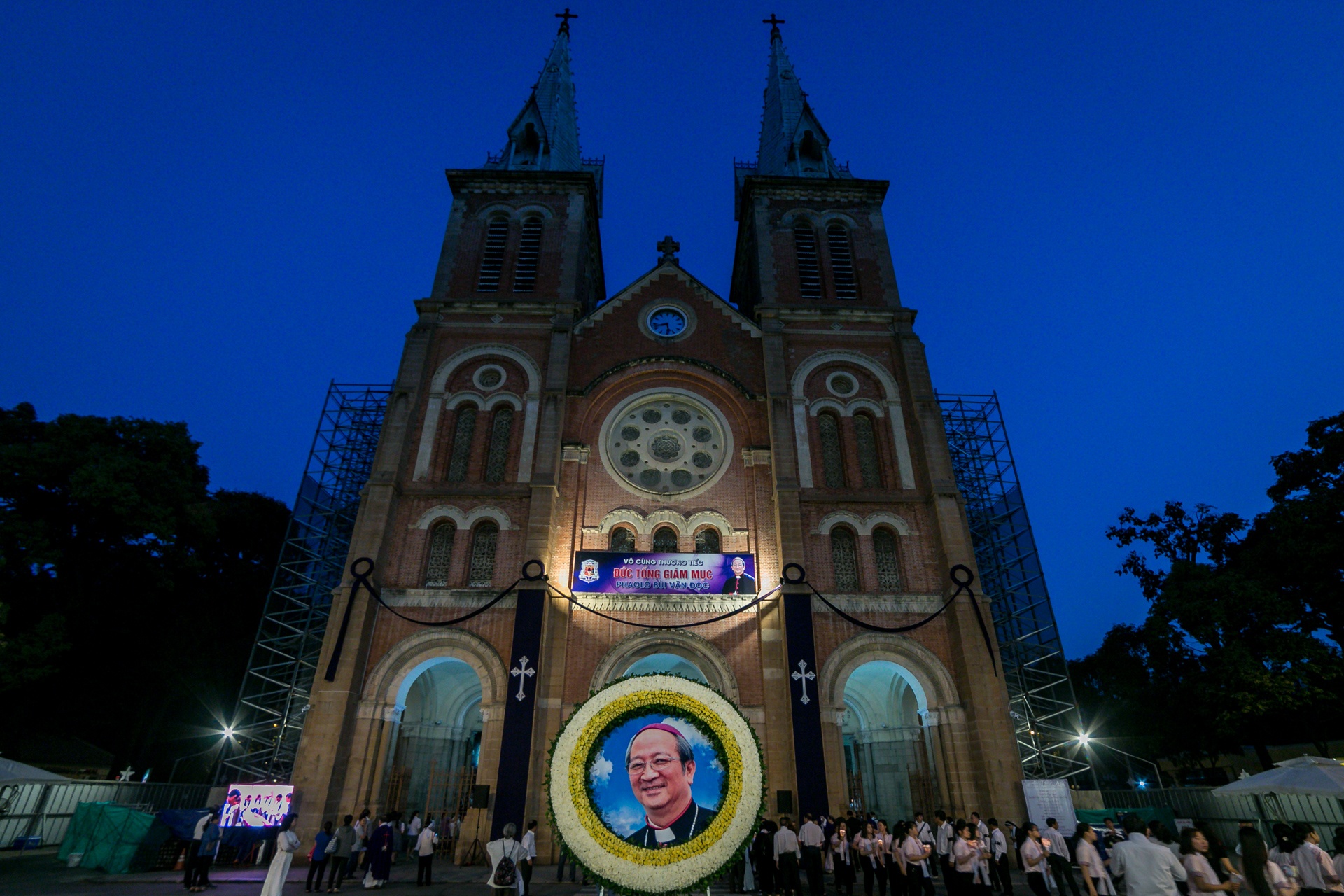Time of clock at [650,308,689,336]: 5:42
